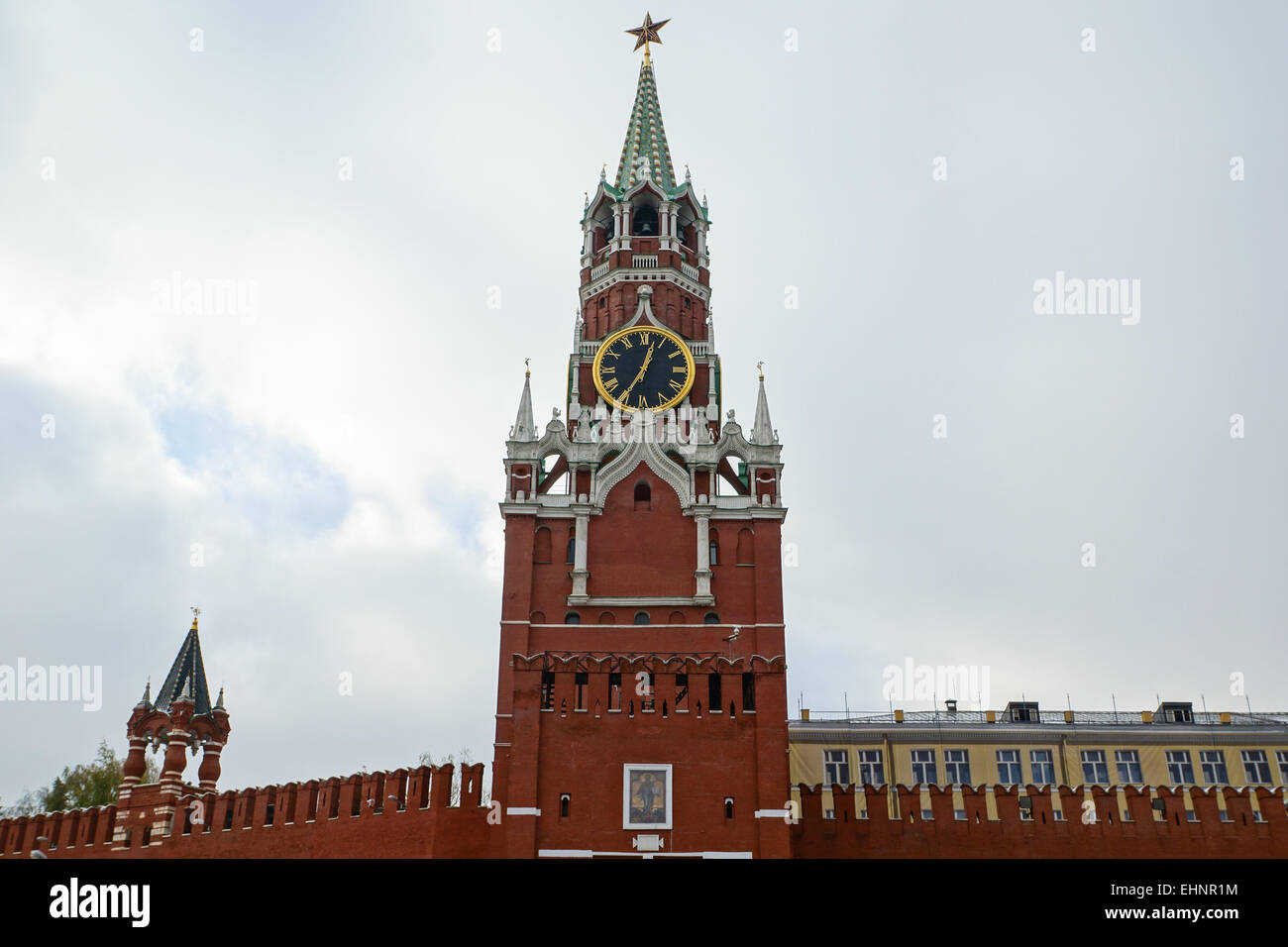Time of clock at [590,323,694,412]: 12:35
